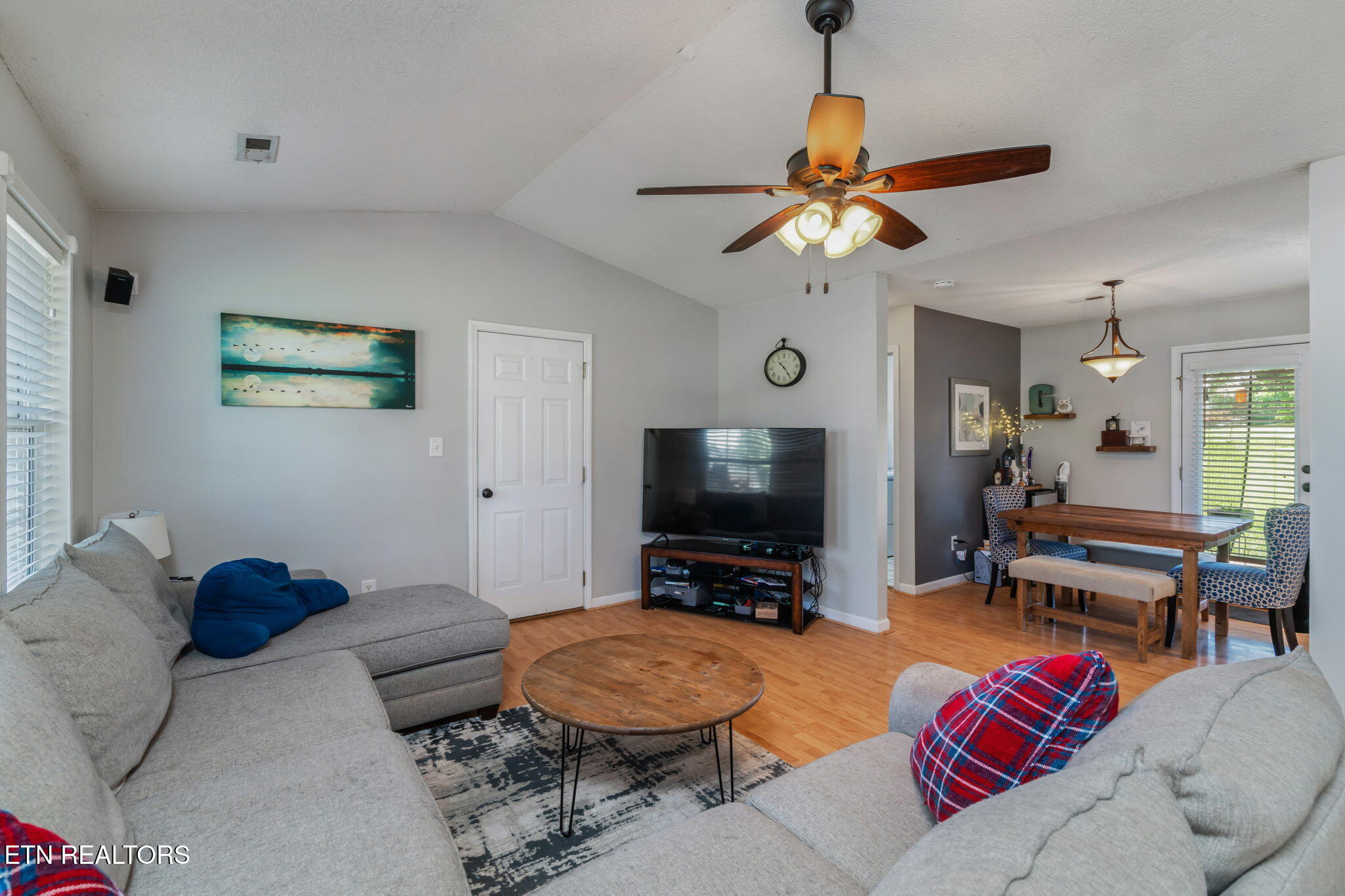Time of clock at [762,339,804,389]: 10:24
